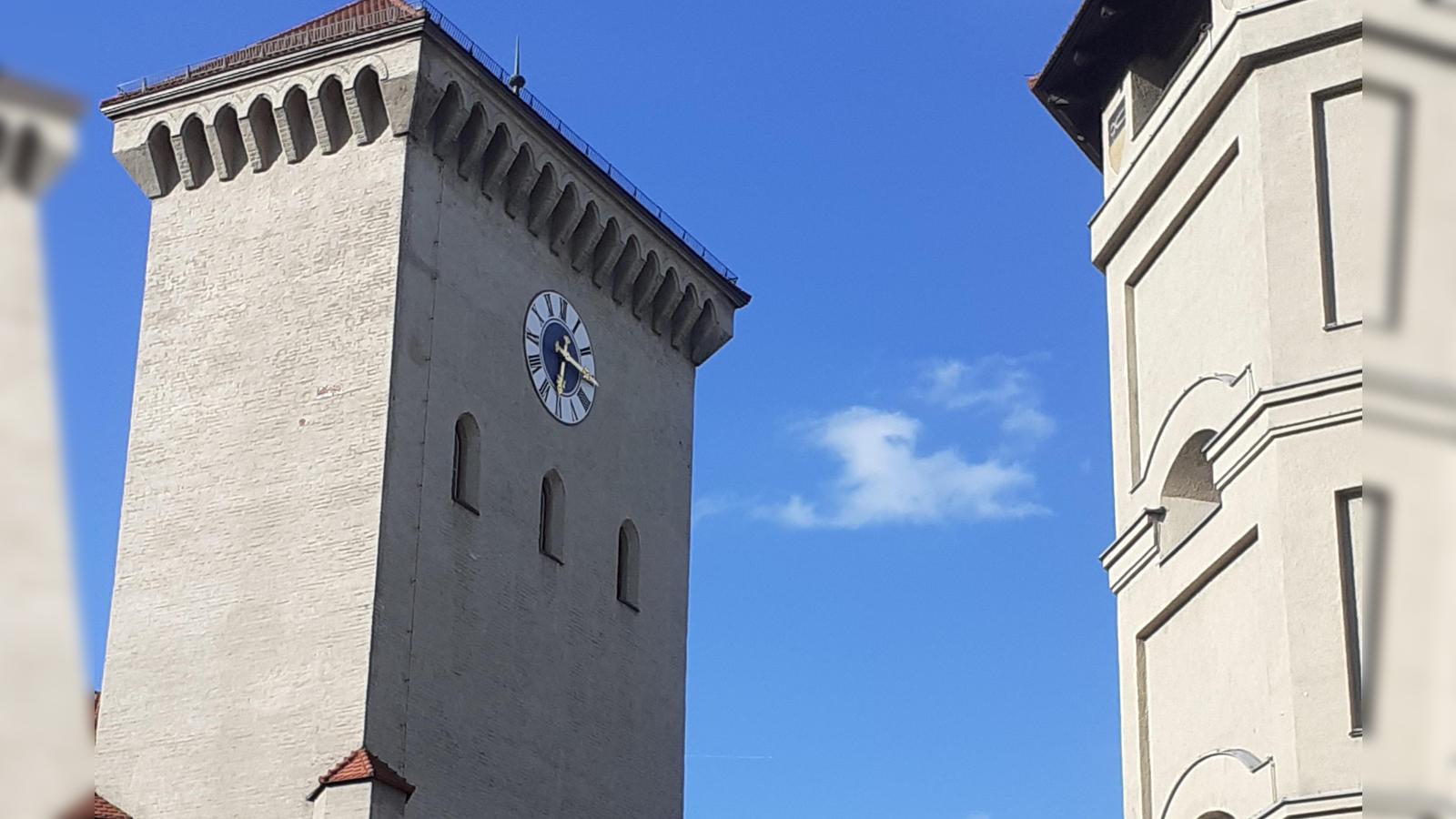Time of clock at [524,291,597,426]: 6:15
